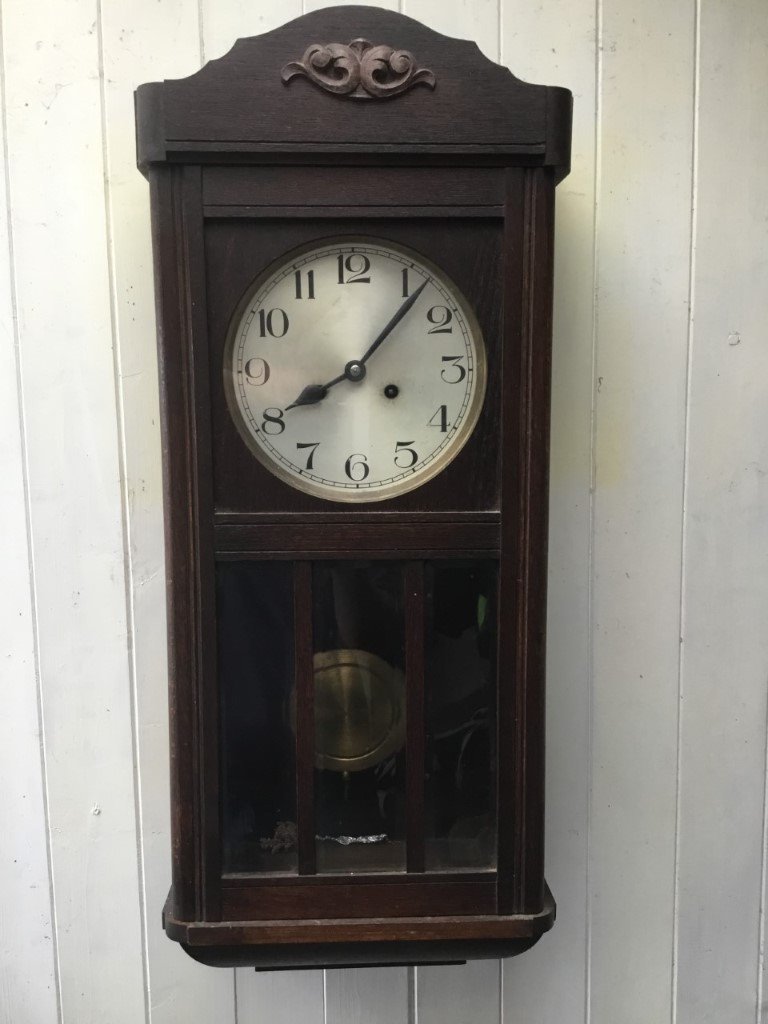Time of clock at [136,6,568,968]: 8:07
